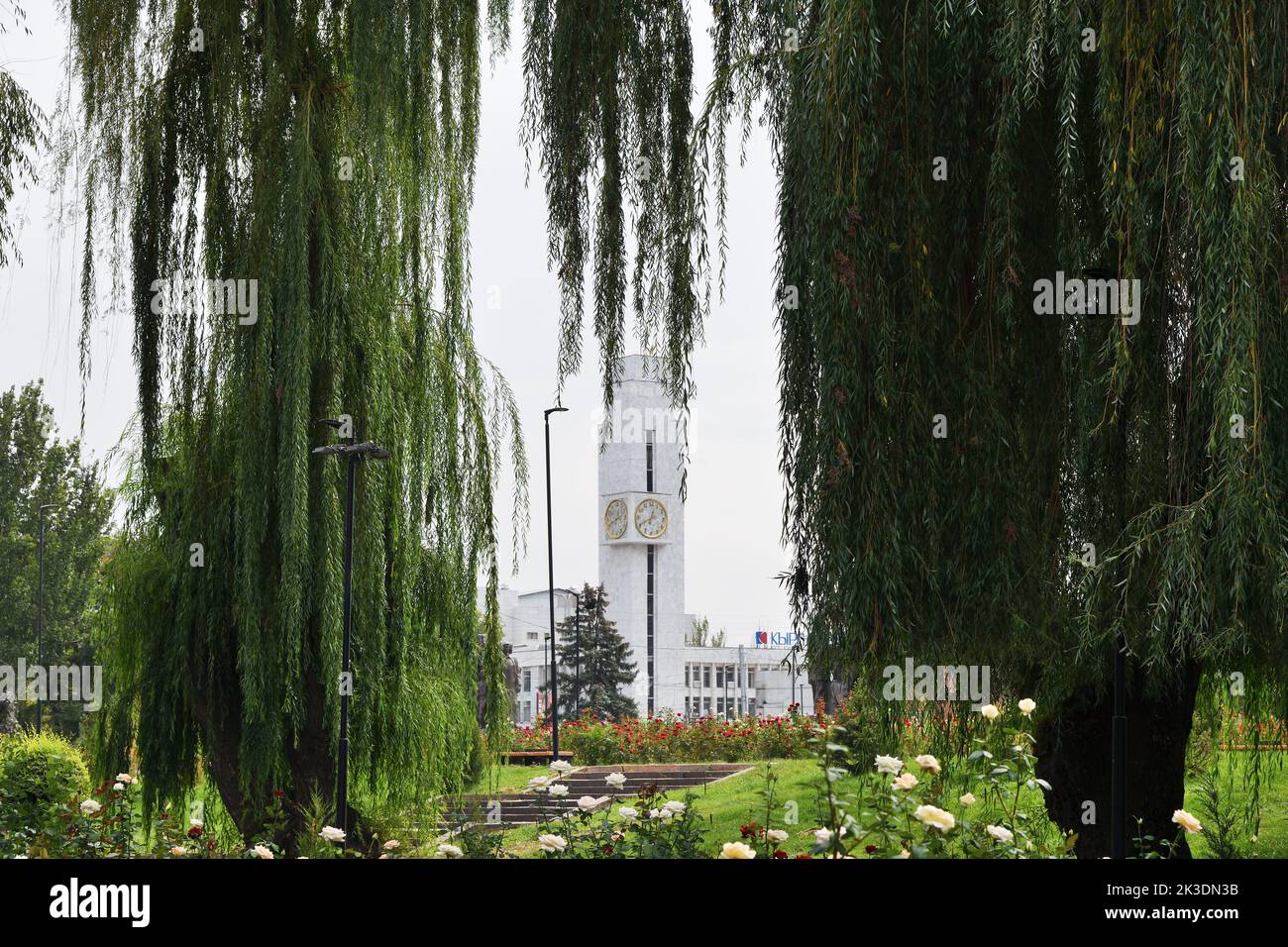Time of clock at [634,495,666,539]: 12:40
